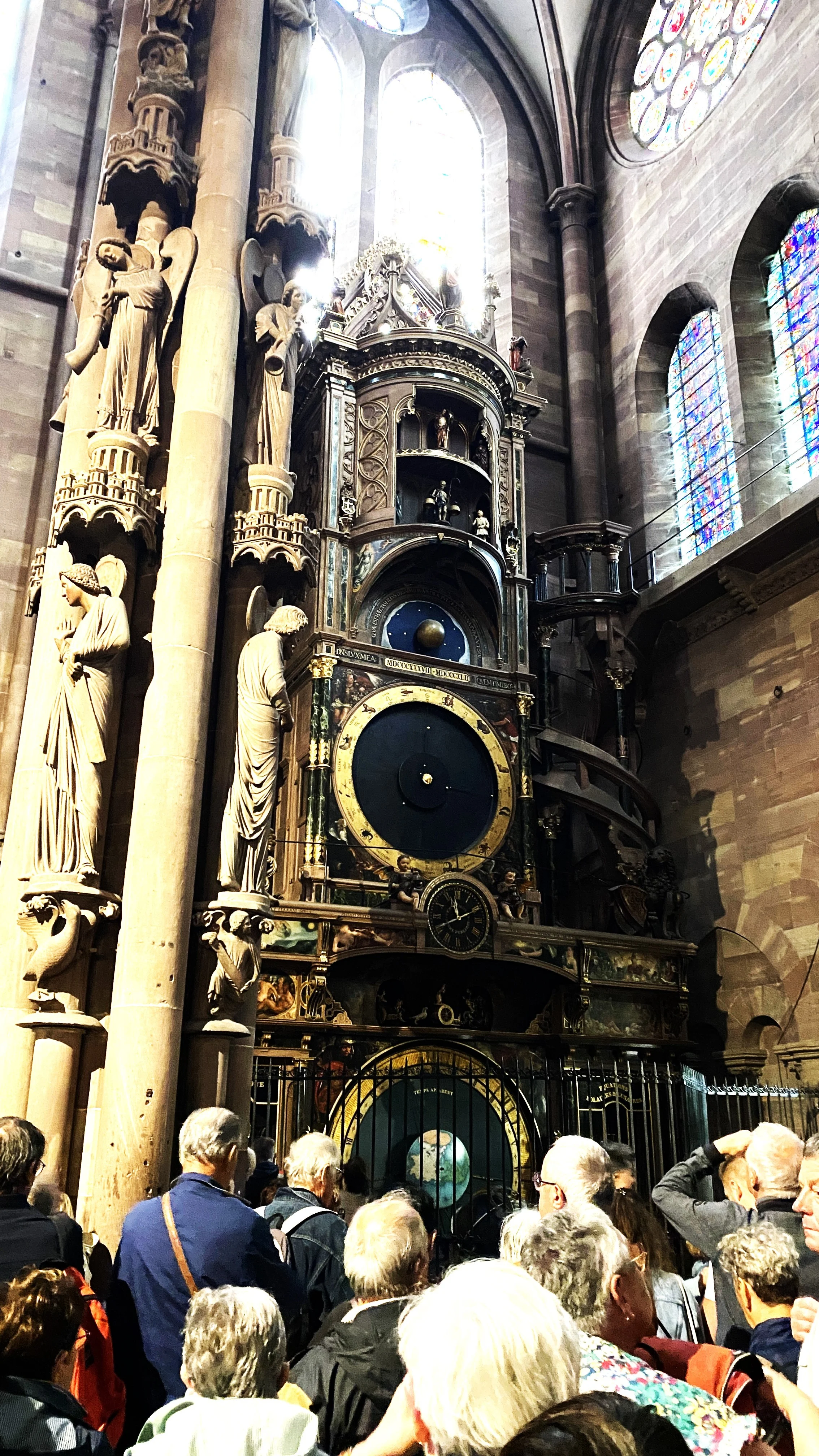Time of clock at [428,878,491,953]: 11:40
